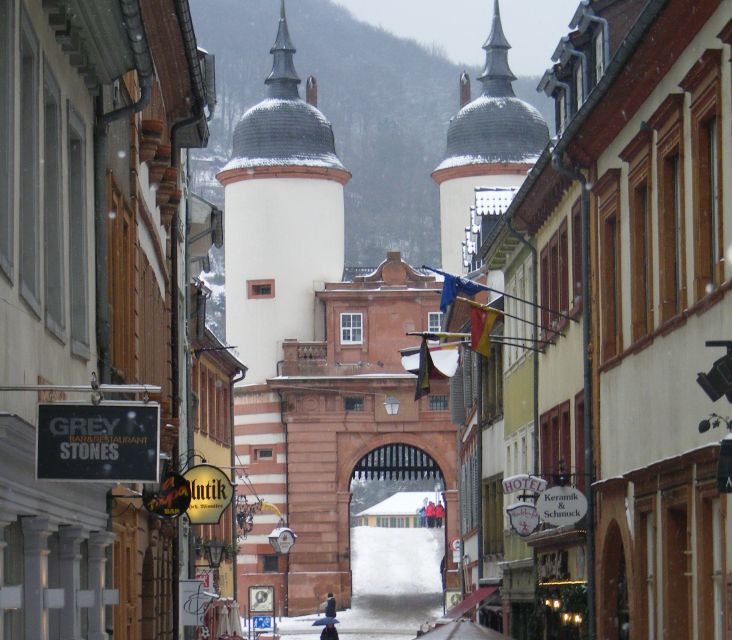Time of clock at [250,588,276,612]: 12:37
